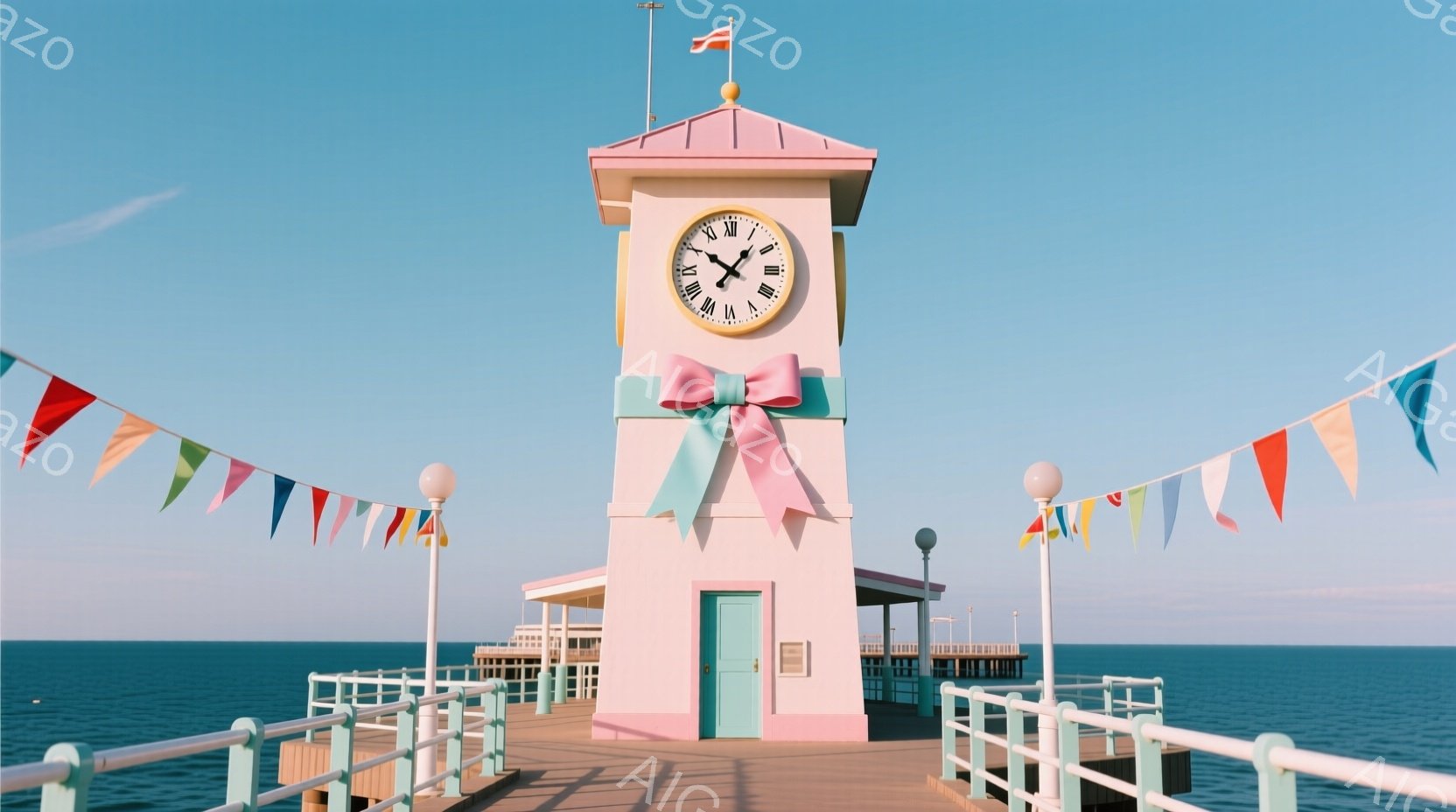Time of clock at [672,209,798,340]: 10:06
